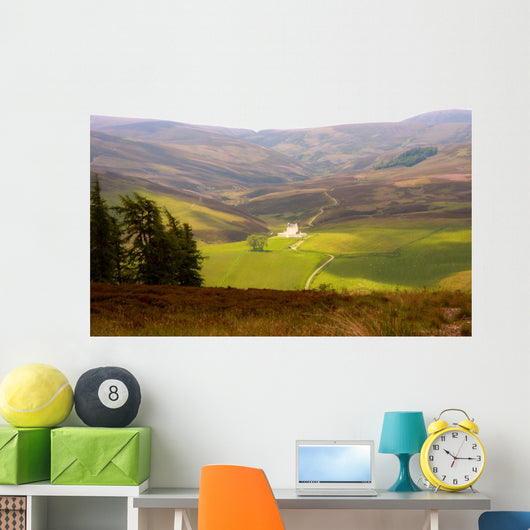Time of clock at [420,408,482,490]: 10:15
